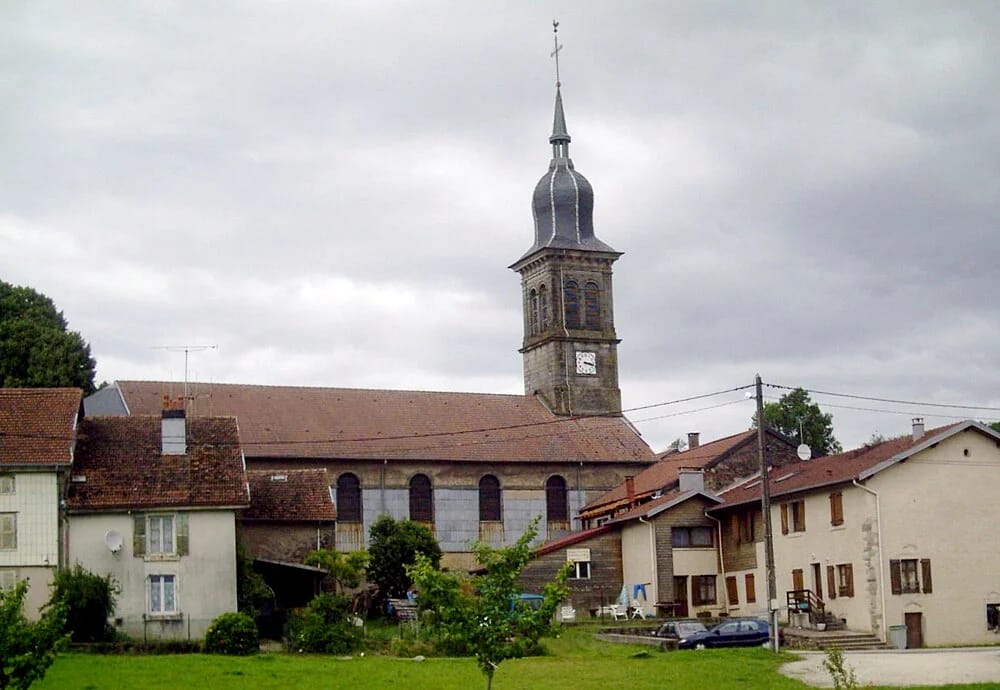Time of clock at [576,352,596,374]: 3:17
